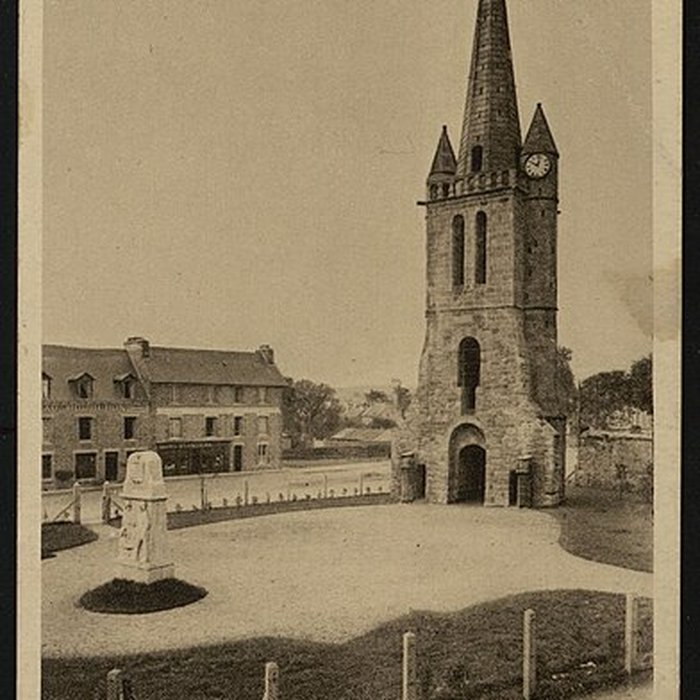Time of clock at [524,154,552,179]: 10:02
